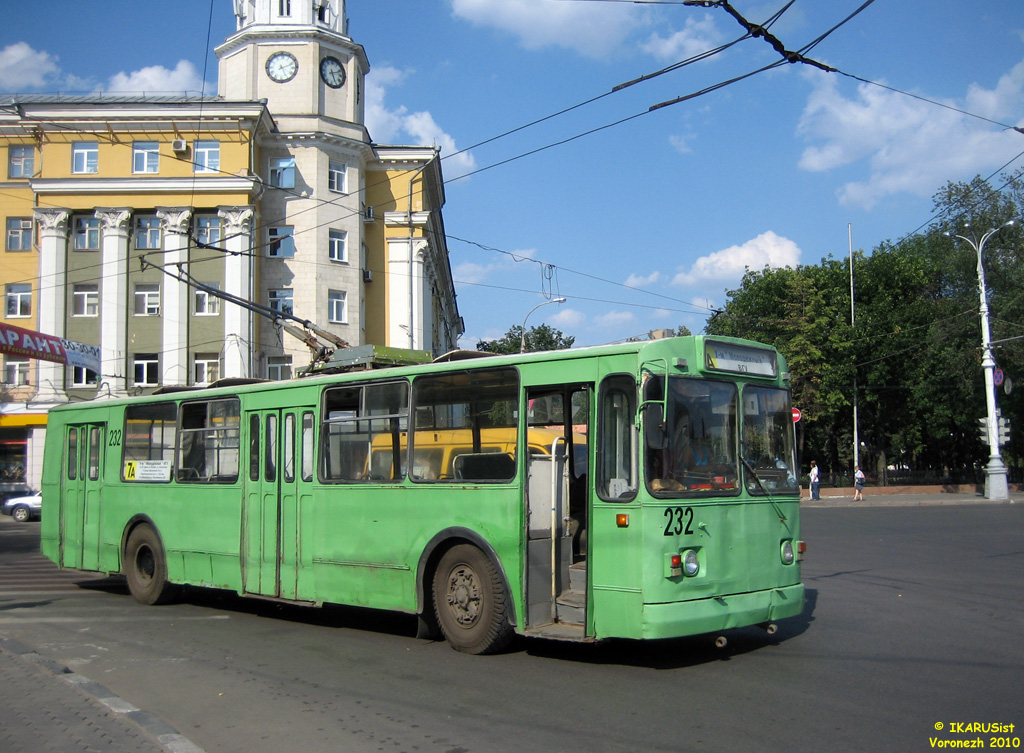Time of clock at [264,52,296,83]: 5:11
